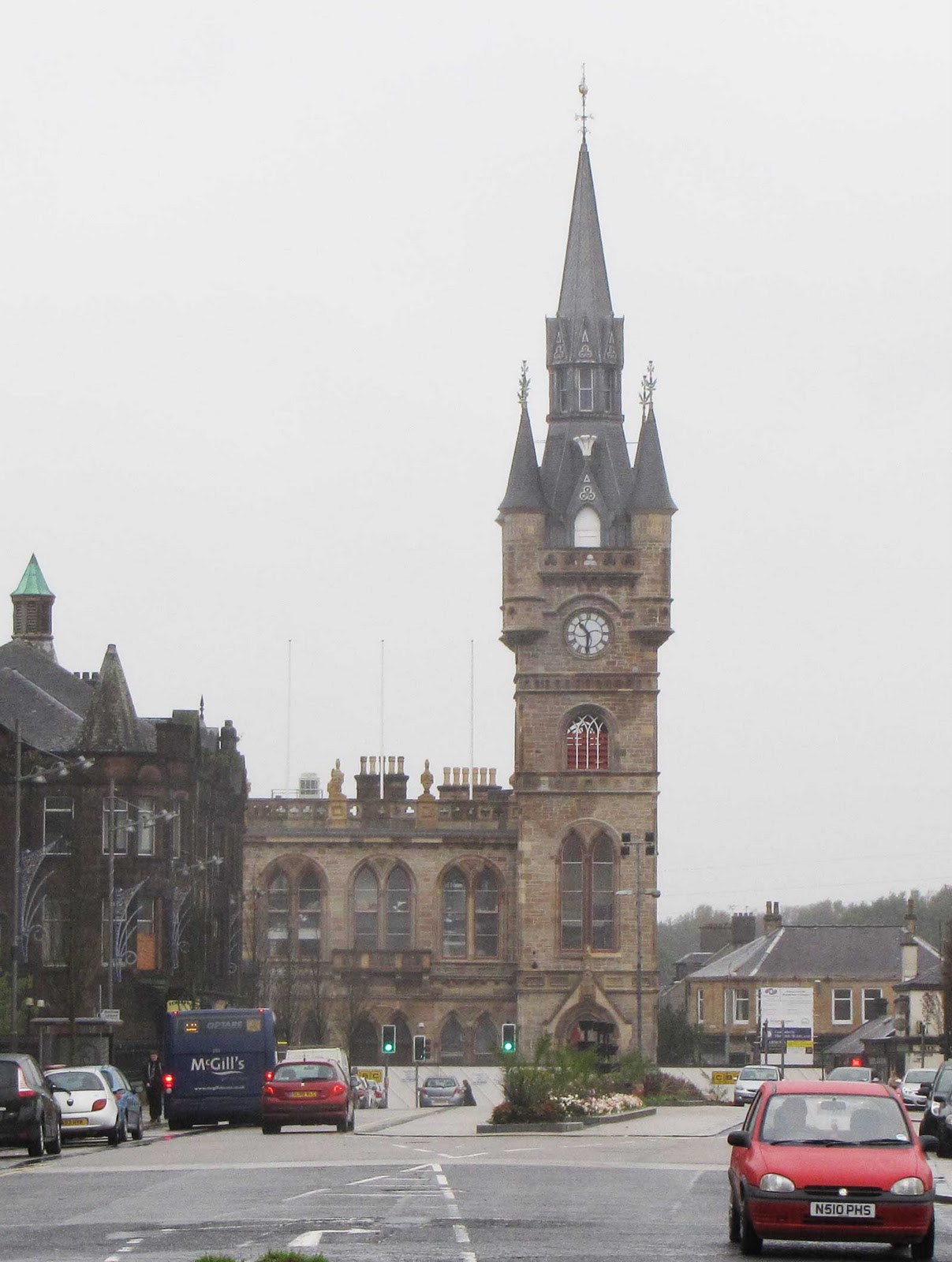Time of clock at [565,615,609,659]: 10:30
